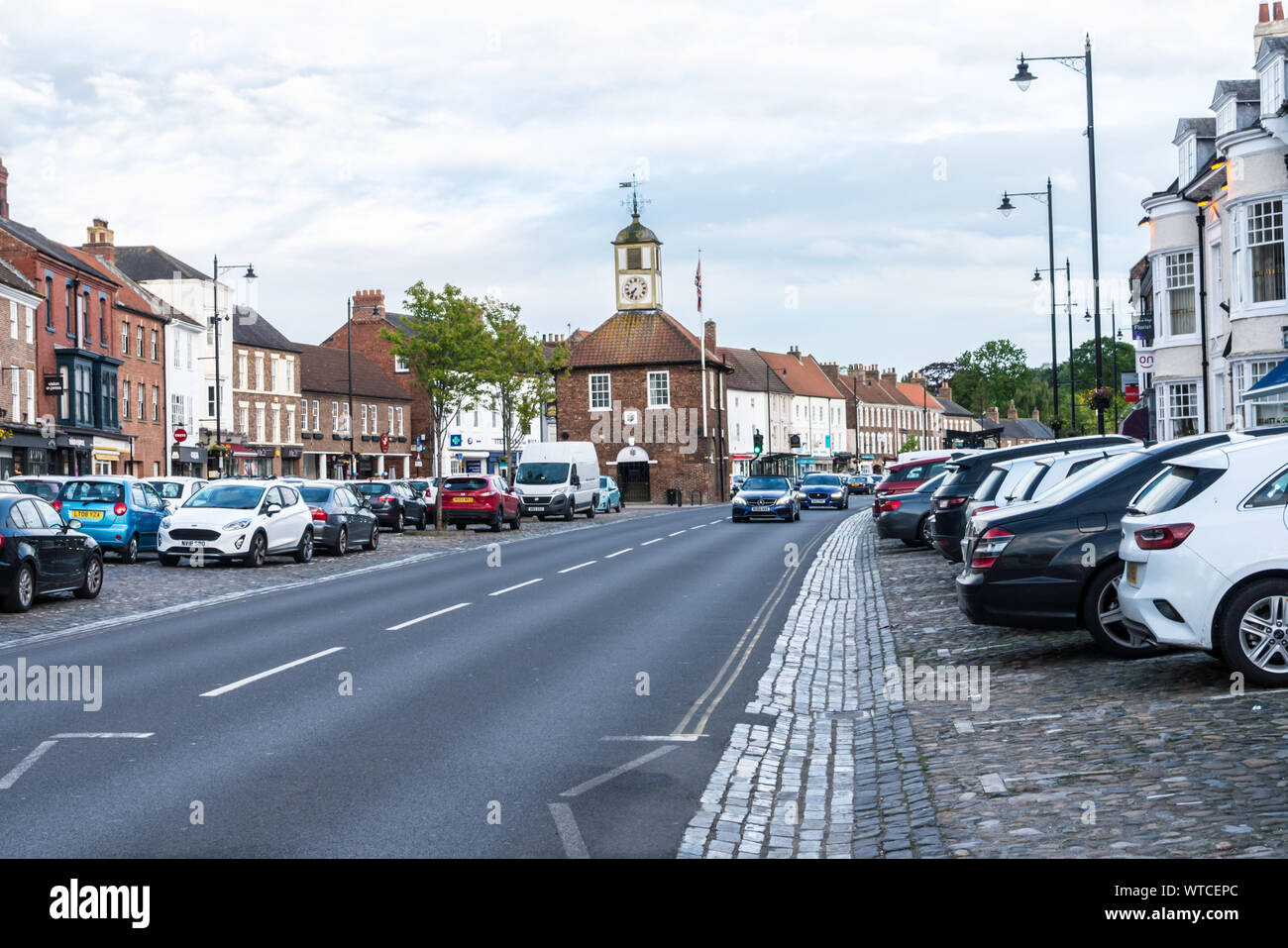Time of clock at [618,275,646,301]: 7:35
